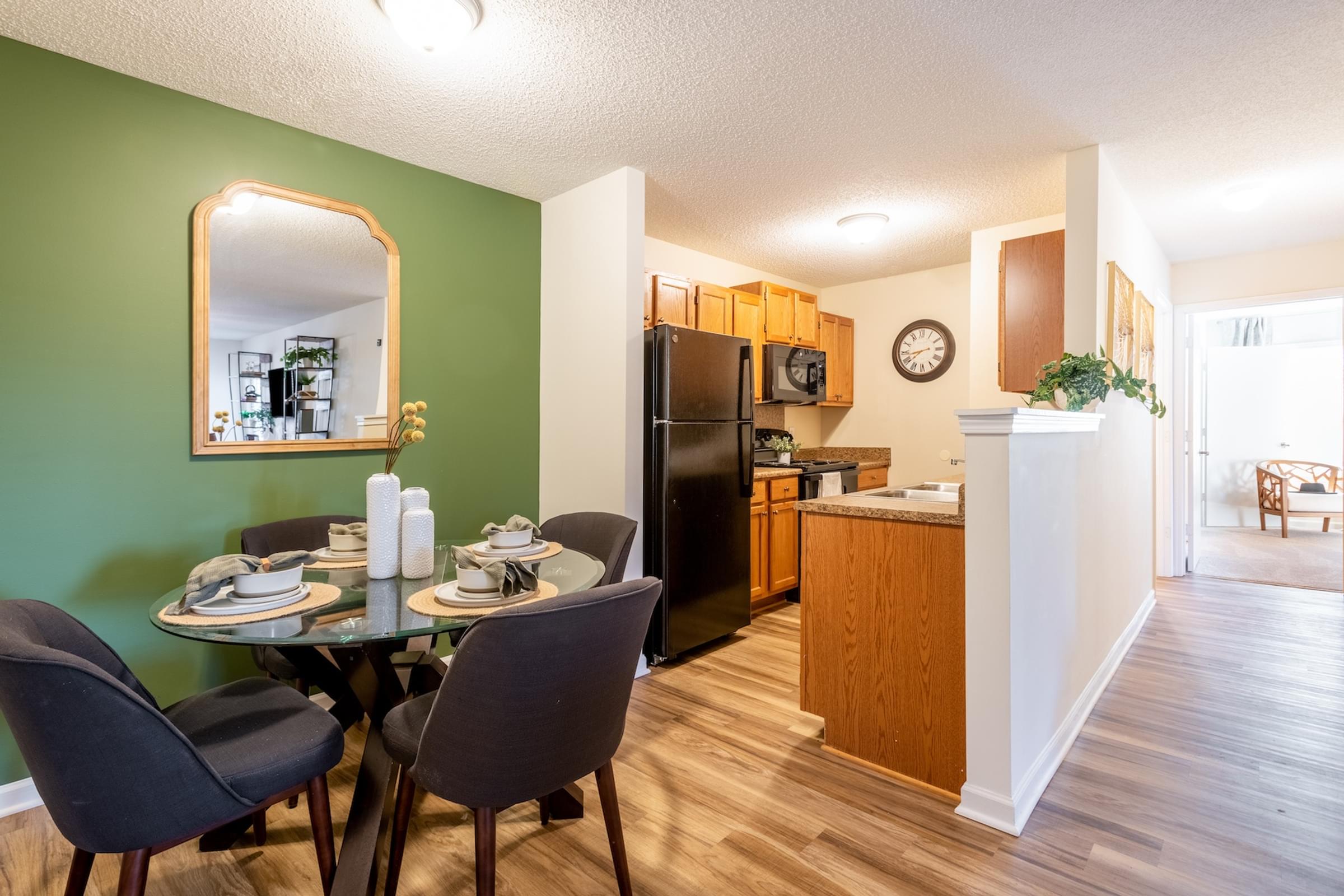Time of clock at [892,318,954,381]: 8:38
